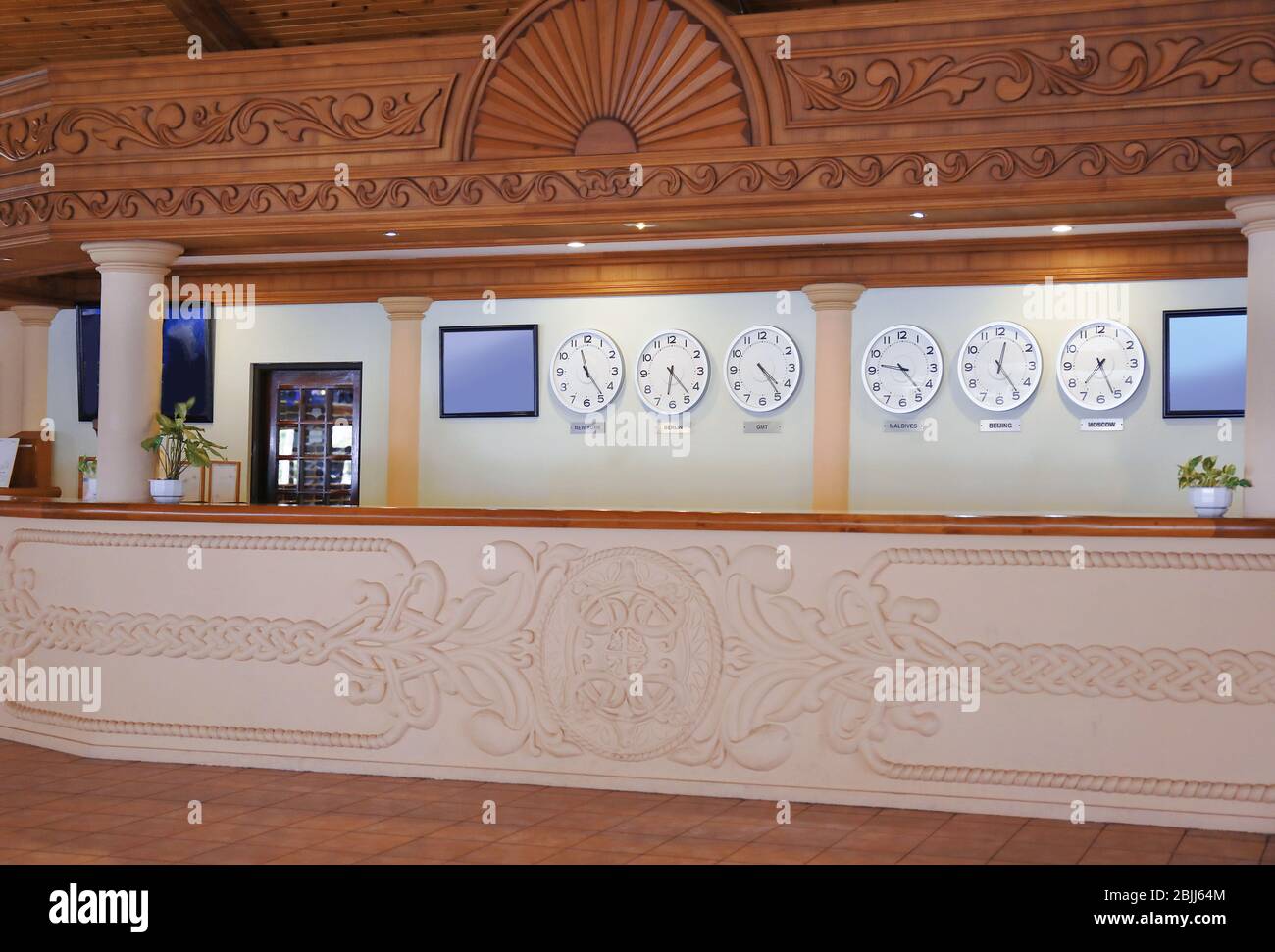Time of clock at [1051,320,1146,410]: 7:26
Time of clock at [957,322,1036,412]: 12:24
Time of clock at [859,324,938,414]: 9:23
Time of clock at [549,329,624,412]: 11:23
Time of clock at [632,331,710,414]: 6:23
